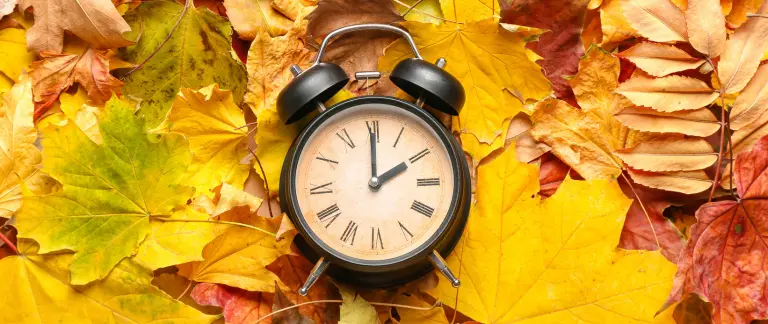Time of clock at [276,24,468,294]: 2:00
